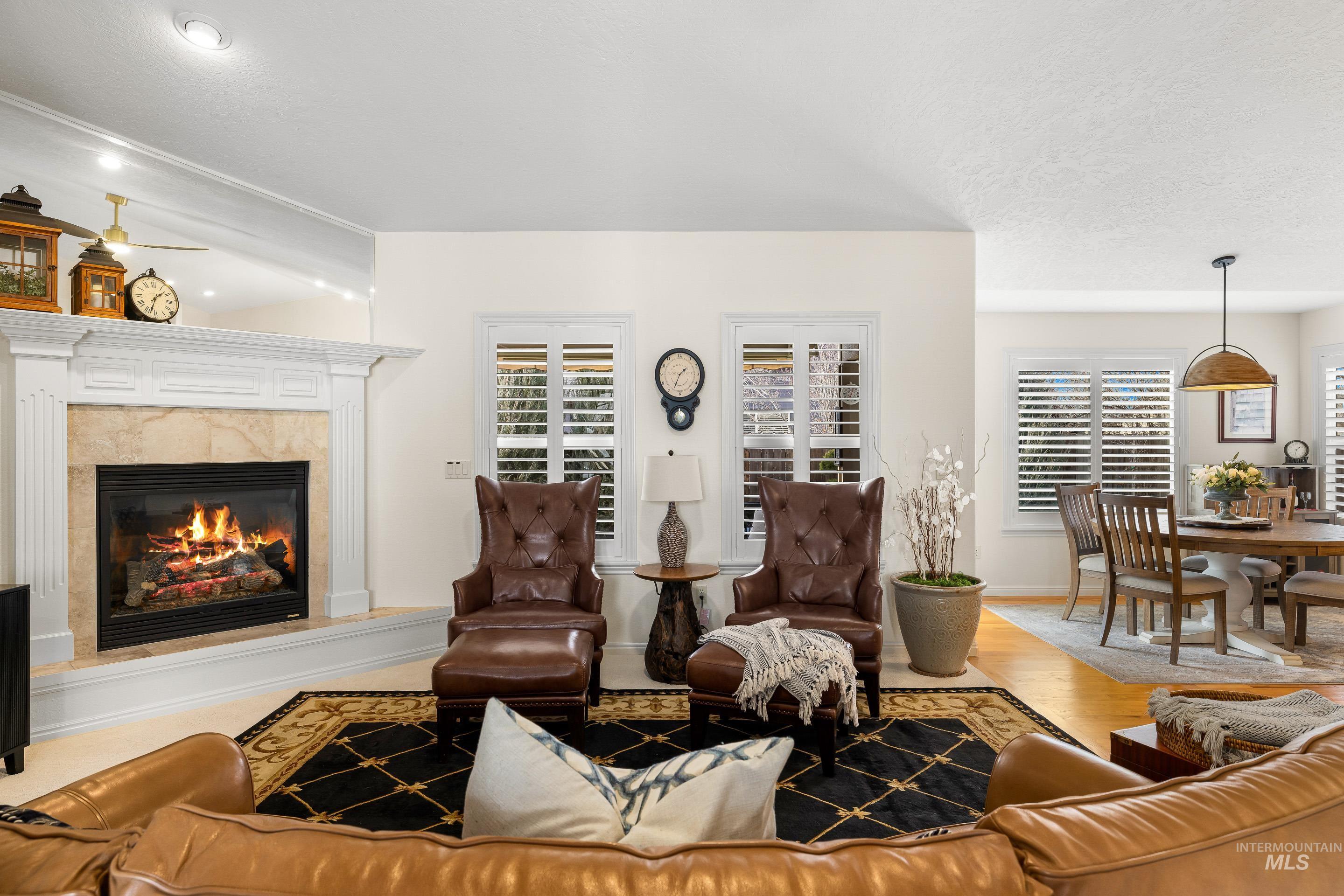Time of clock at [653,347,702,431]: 1:33
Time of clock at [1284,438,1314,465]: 1:32
